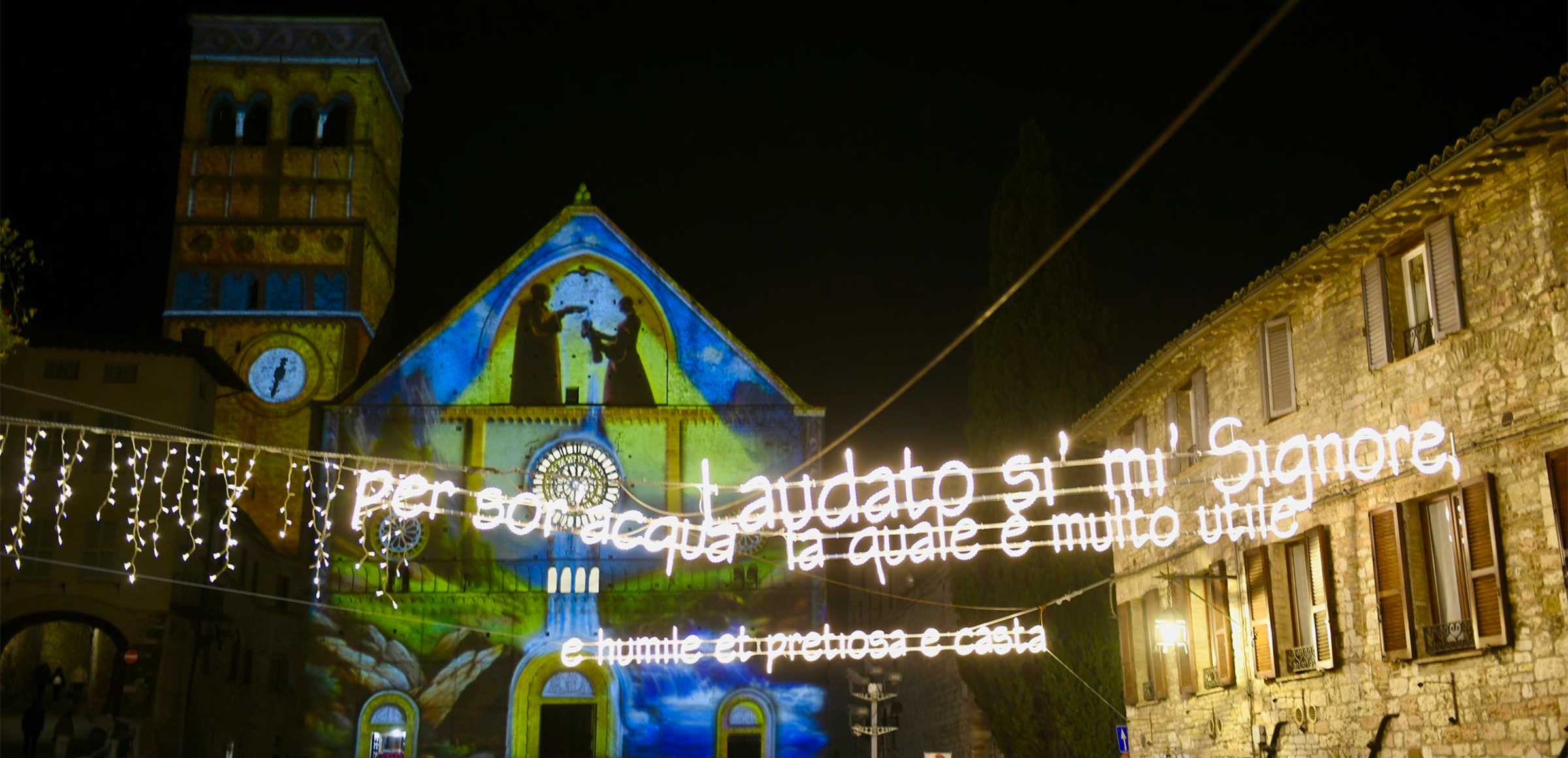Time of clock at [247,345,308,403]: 12:32
